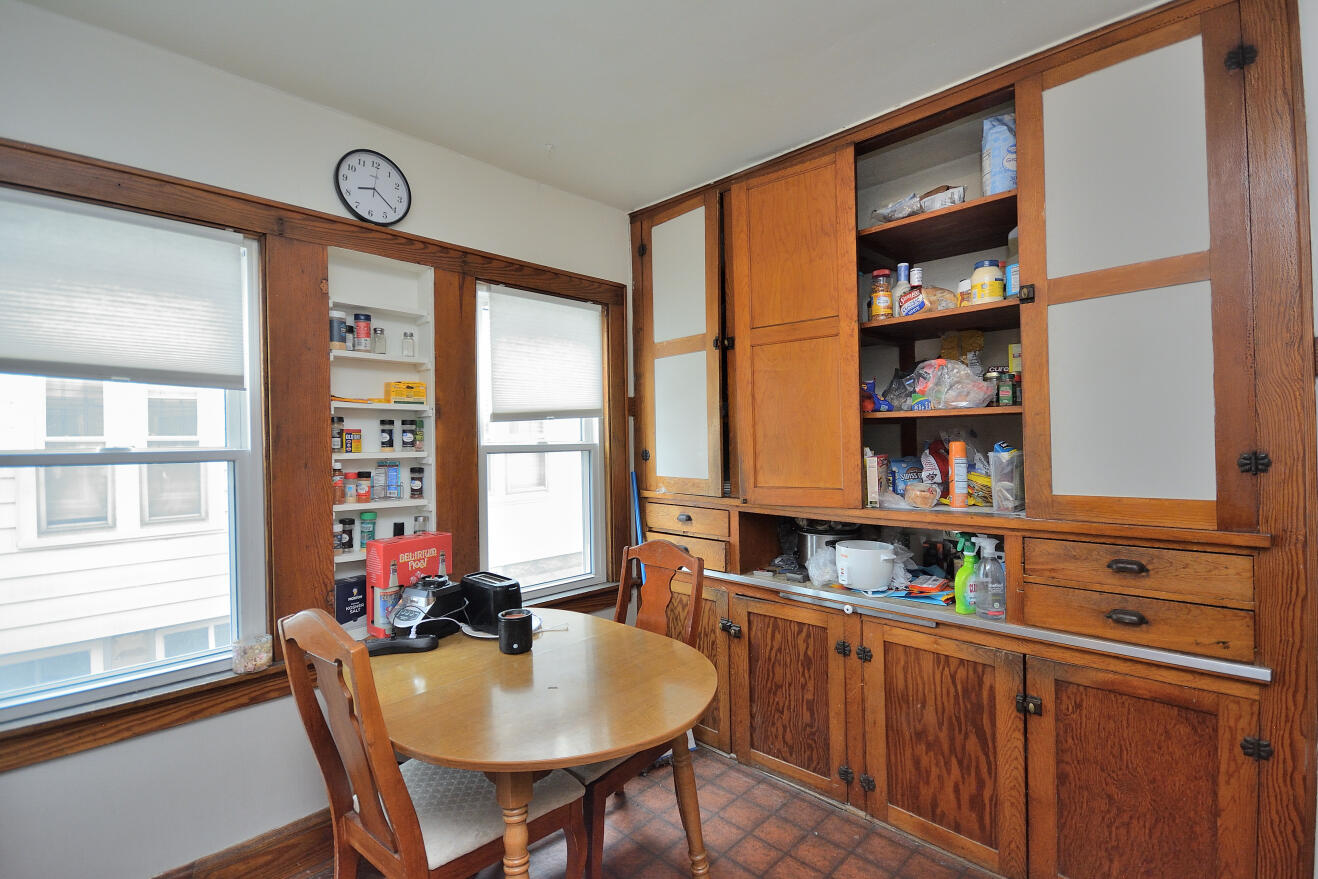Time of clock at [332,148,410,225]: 8:20
